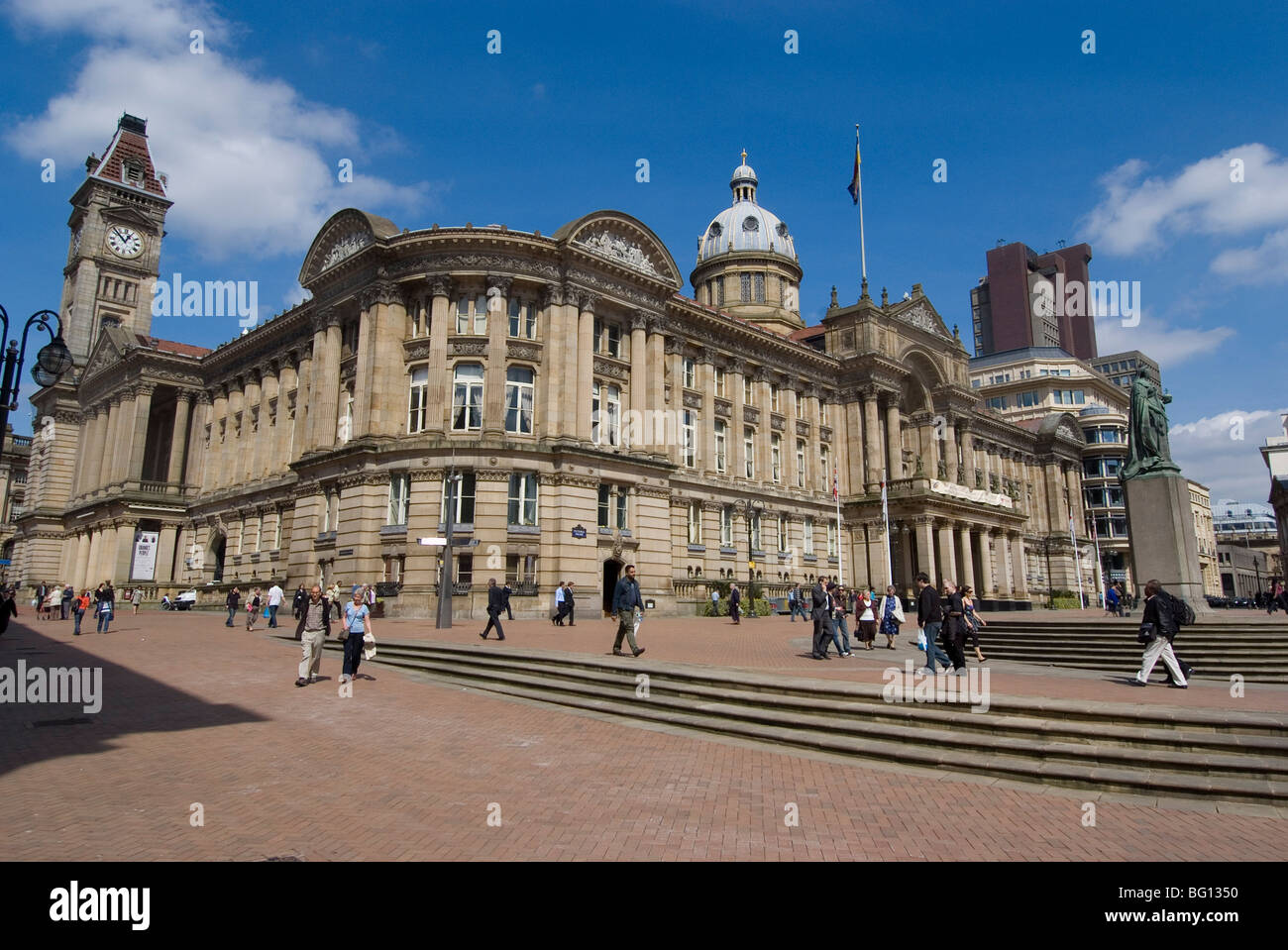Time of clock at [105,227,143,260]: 12:52
